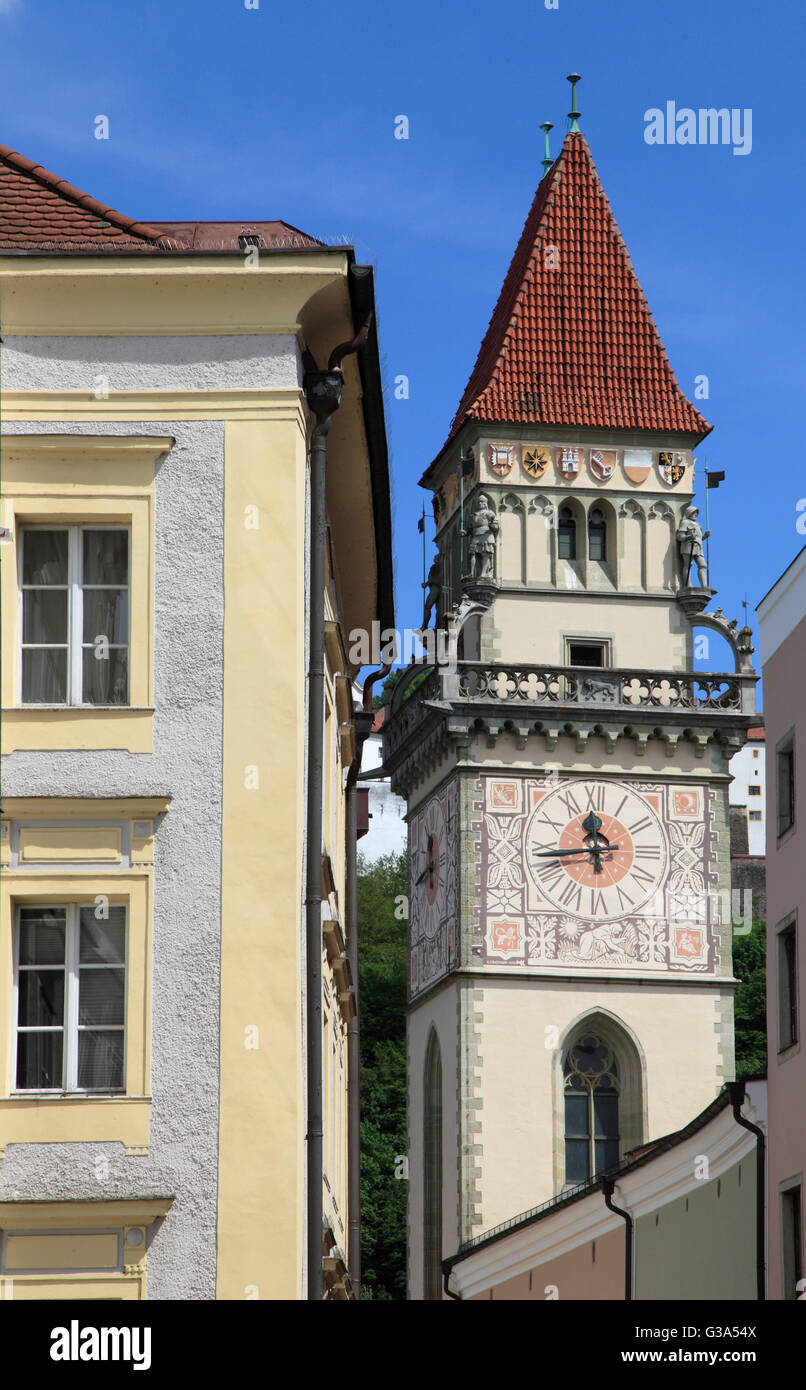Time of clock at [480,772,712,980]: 11:43
